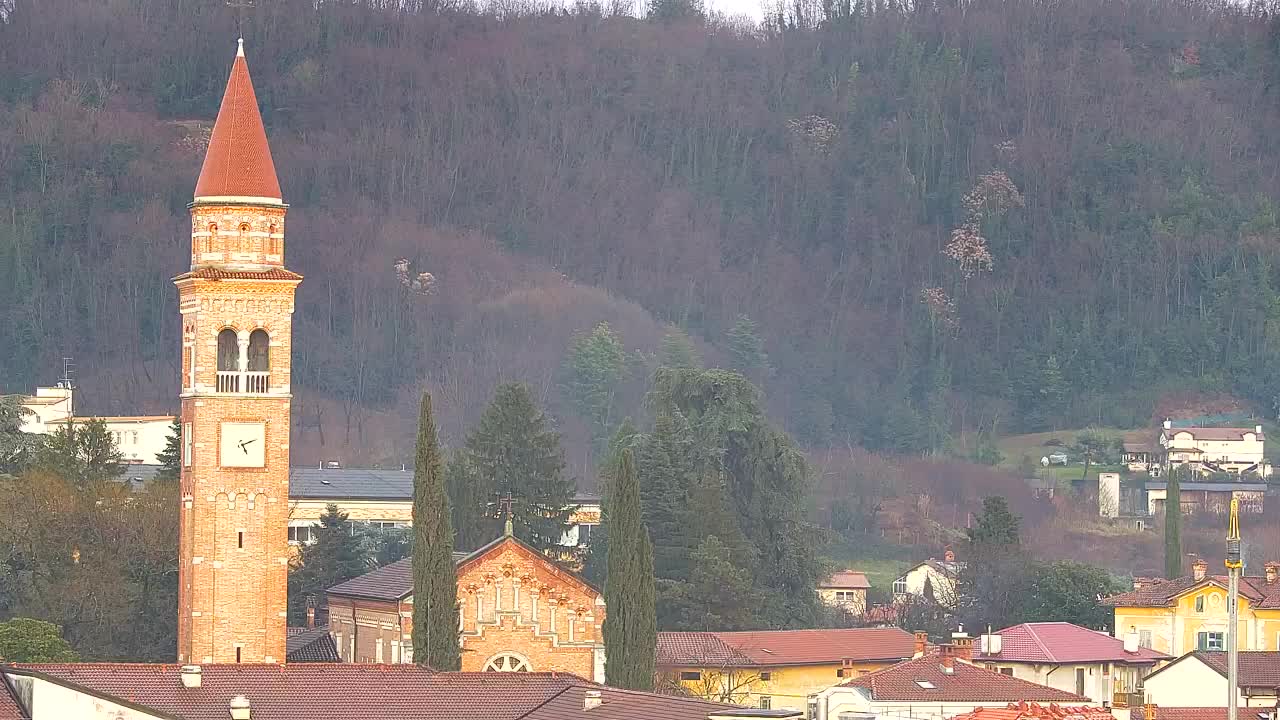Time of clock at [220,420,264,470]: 5:11
